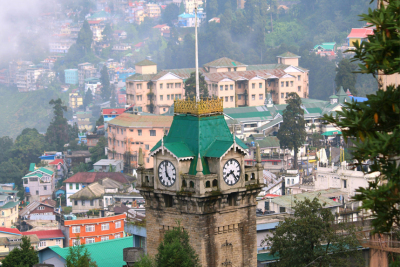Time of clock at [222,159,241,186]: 8:23
